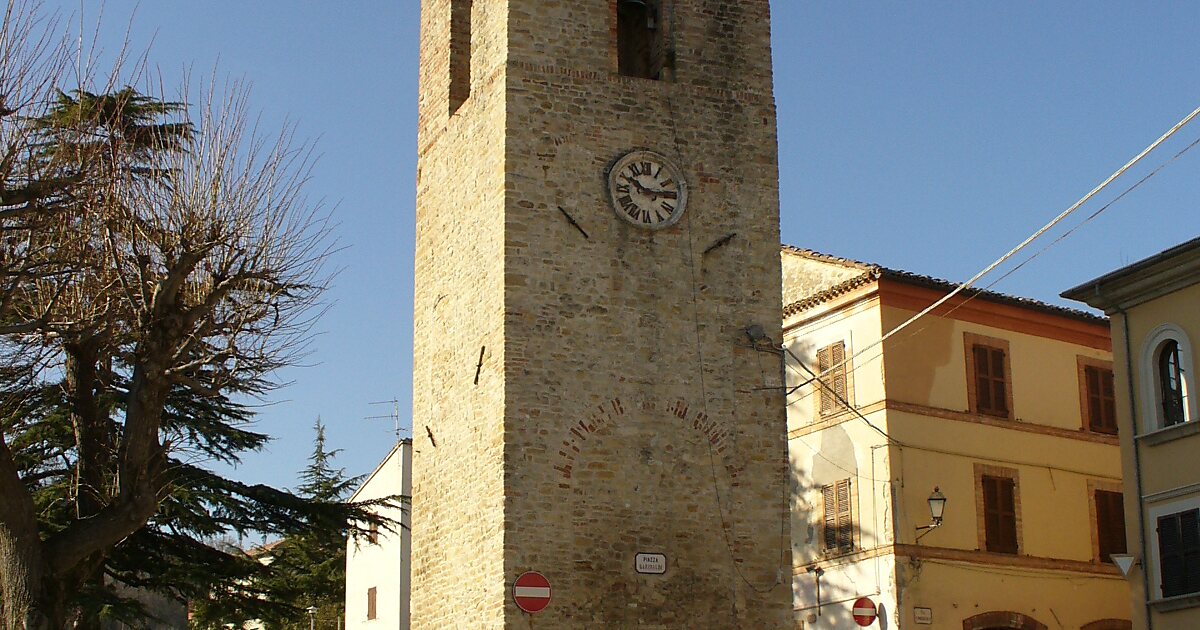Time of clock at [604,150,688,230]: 10:14
